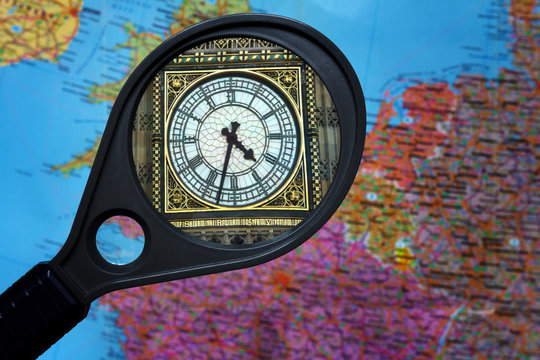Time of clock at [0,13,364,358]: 4:32
